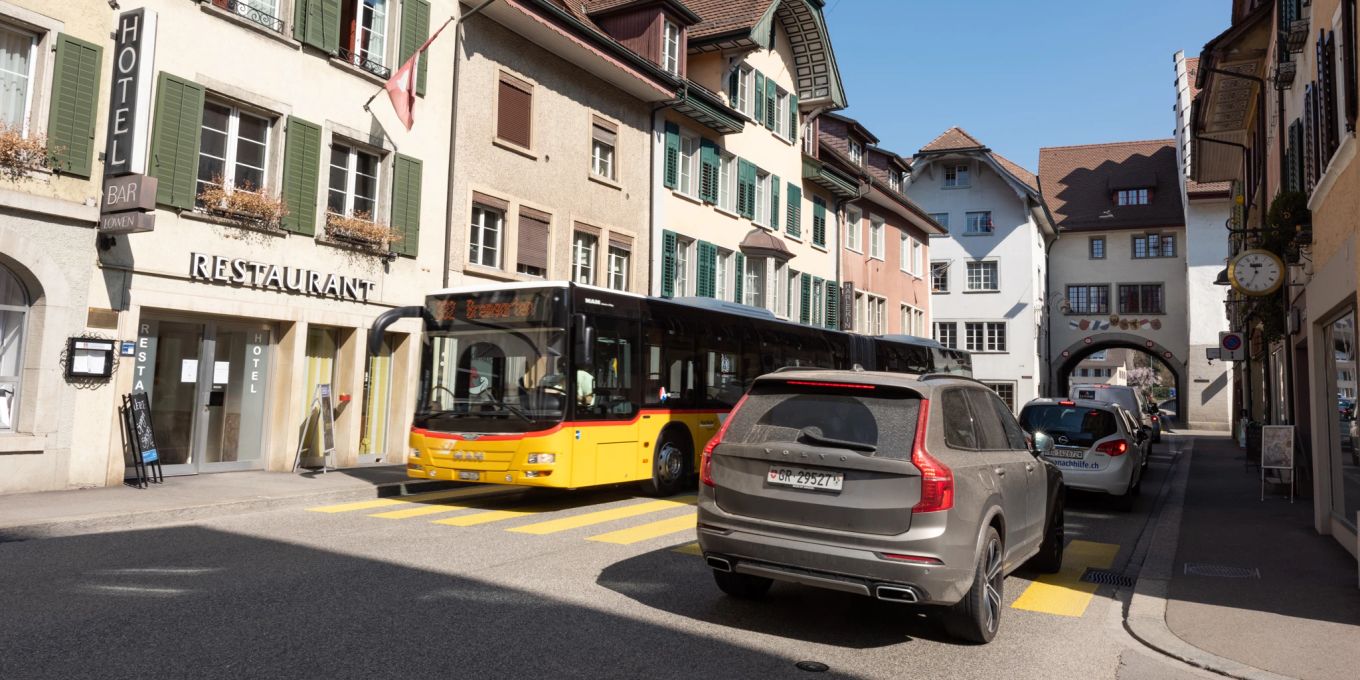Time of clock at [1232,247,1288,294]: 11:33
